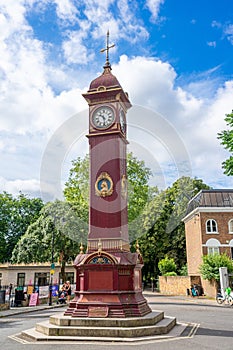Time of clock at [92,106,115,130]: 10:28
